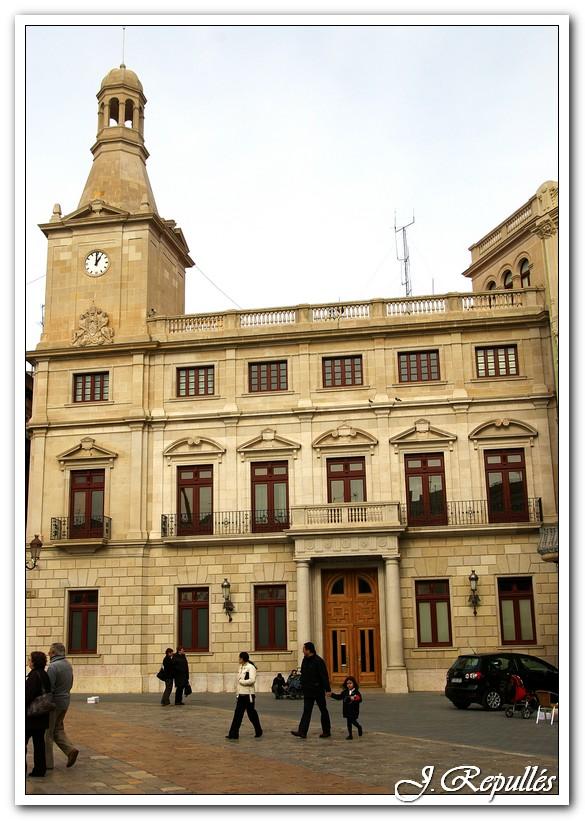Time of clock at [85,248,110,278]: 12:59
